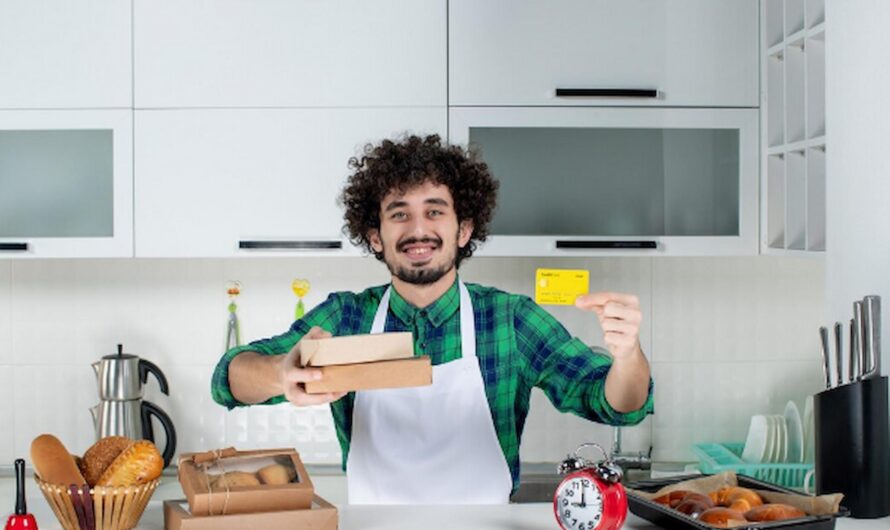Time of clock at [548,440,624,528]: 8:59
